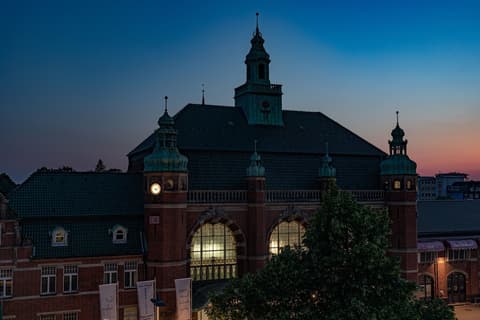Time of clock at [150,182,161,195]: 4:12
